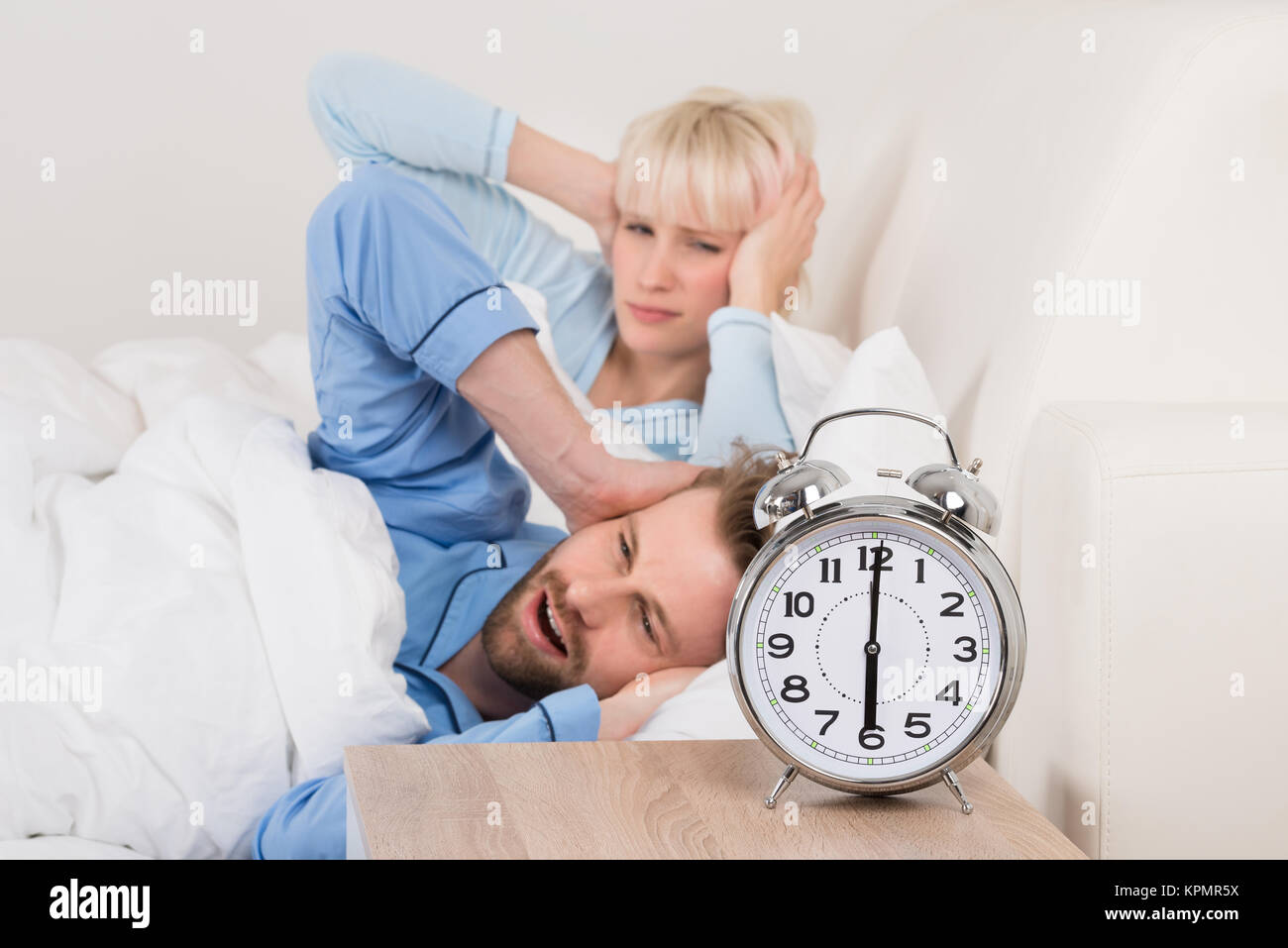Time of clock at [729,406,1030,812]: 6:00
